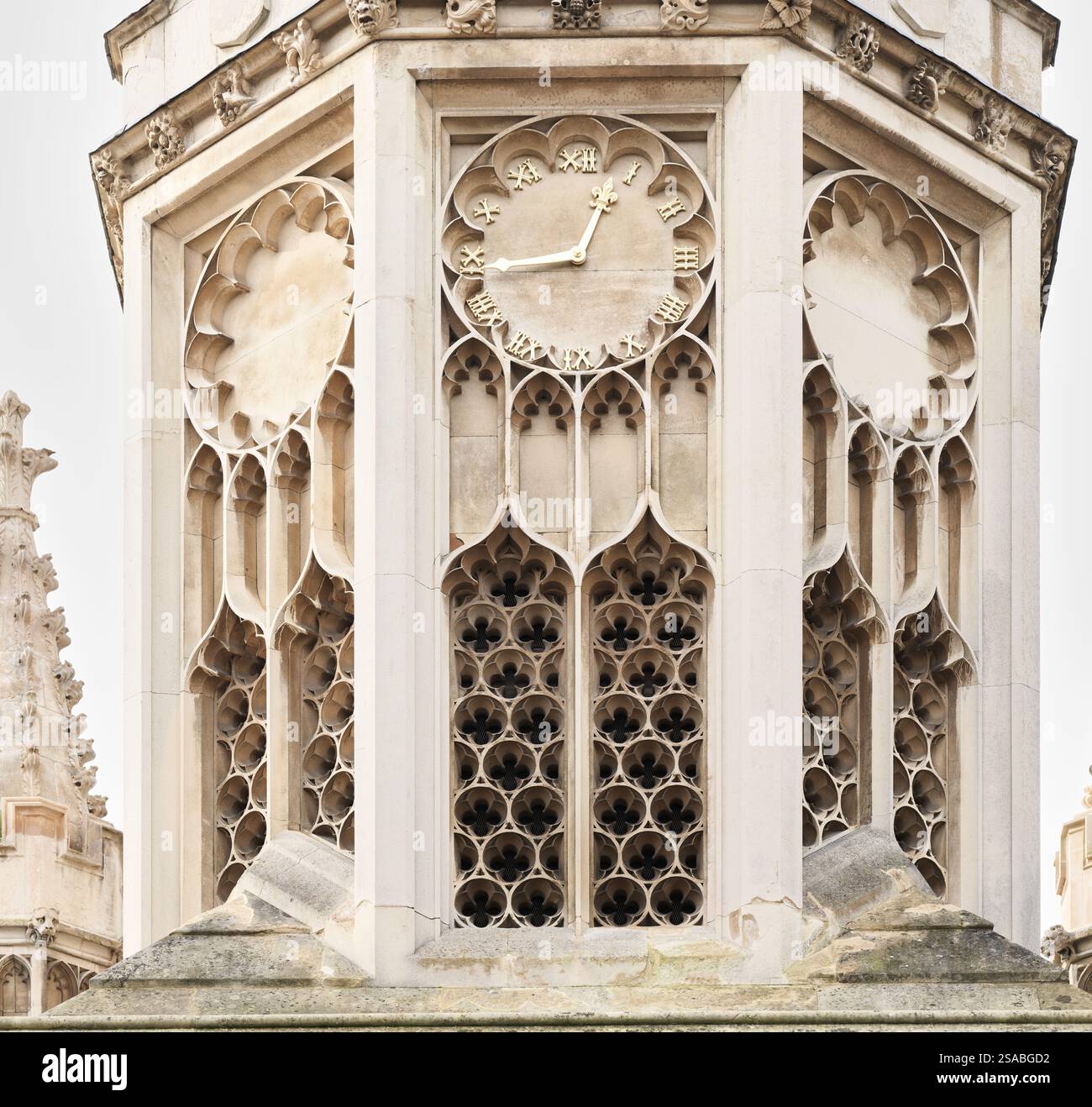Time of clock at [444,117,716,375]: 12:44
